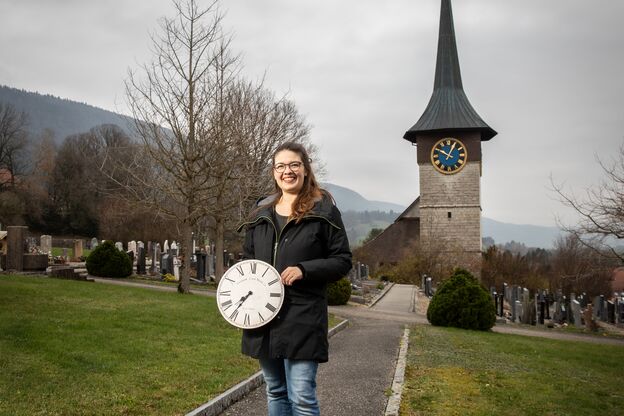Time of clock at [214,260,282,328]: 7:35
